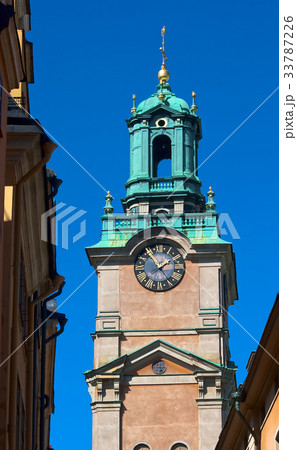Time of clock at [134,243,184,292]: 1:54
